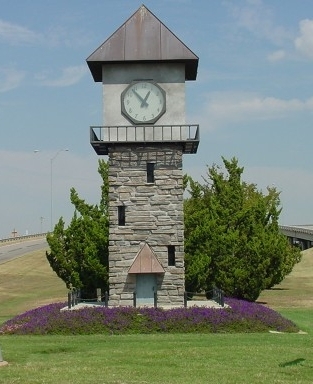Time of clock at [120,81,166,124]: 12:53
